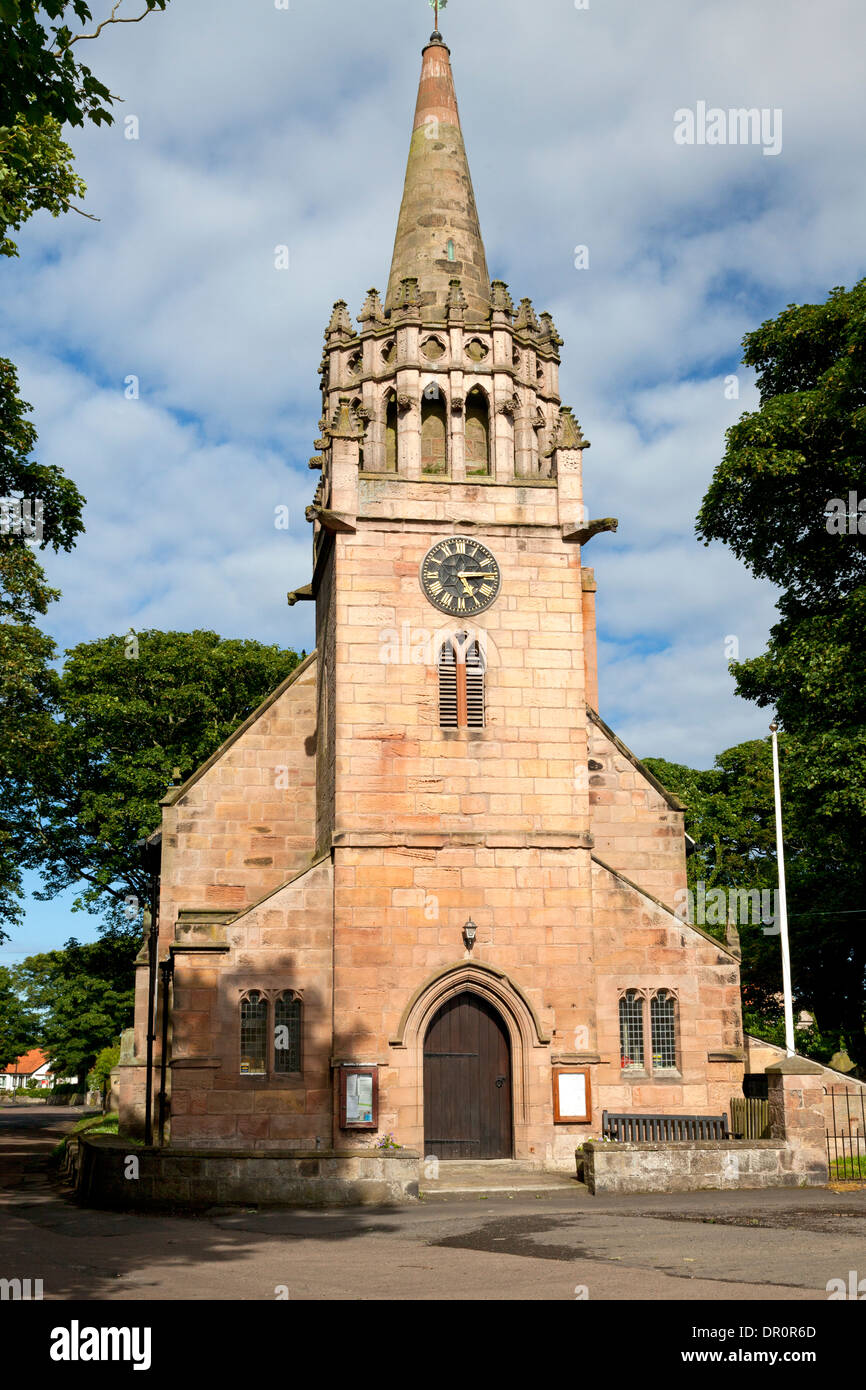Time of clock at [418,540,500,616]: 5:14
